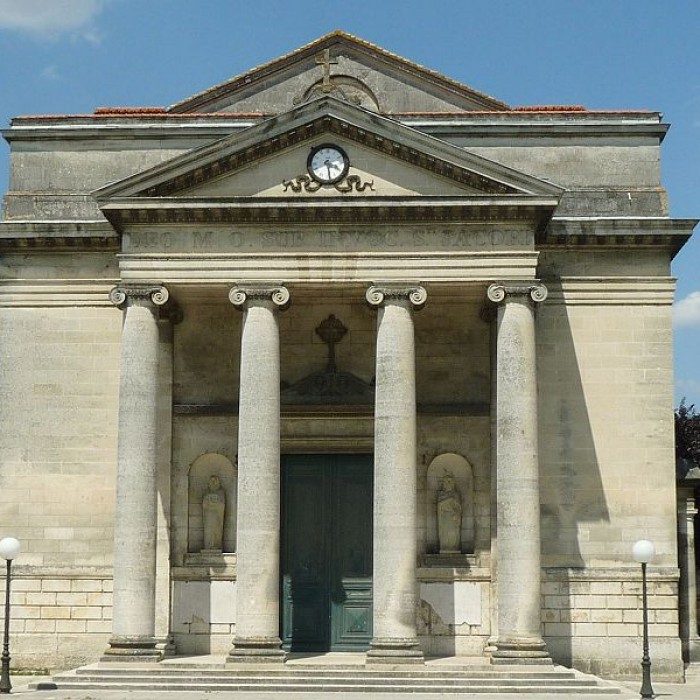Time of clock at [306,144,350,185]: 3:28
